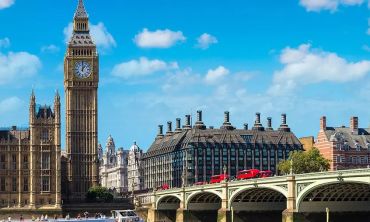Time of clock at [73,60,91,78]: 1:00
